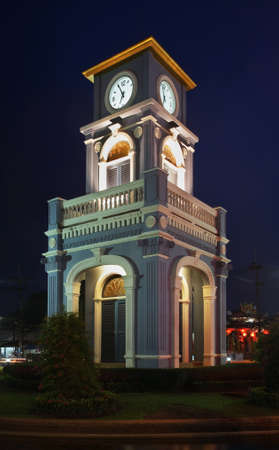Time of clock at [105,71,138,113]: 6:55
